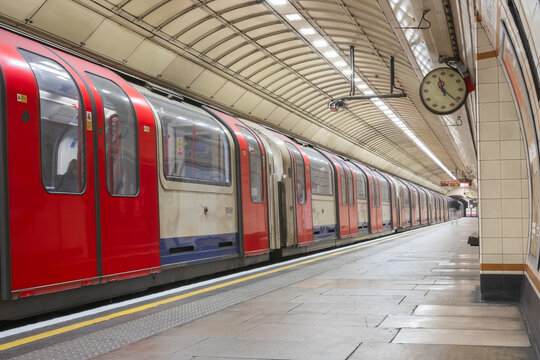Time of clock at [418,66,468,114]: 11:21
